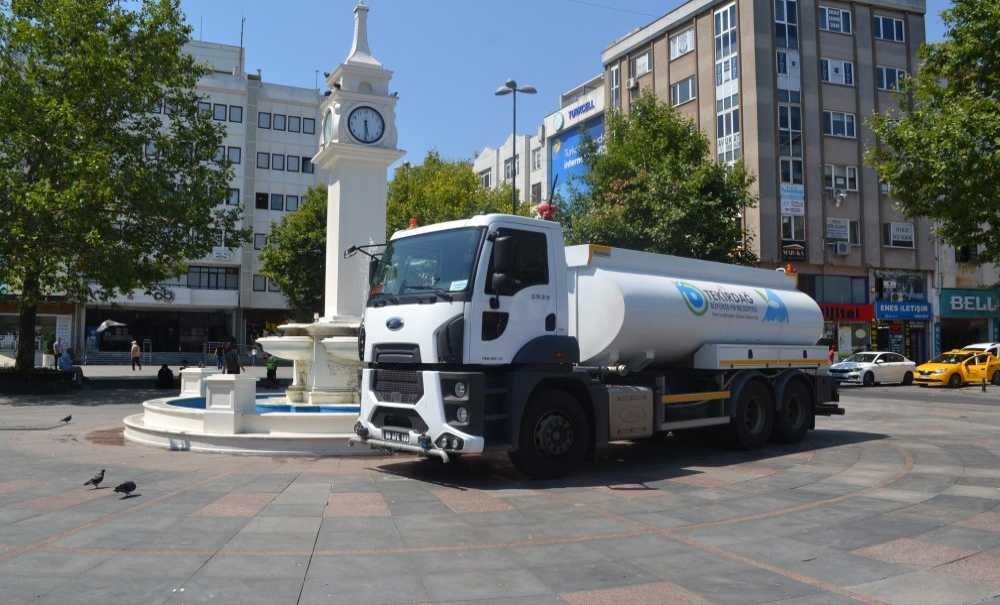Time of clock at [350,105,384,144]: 5:30
